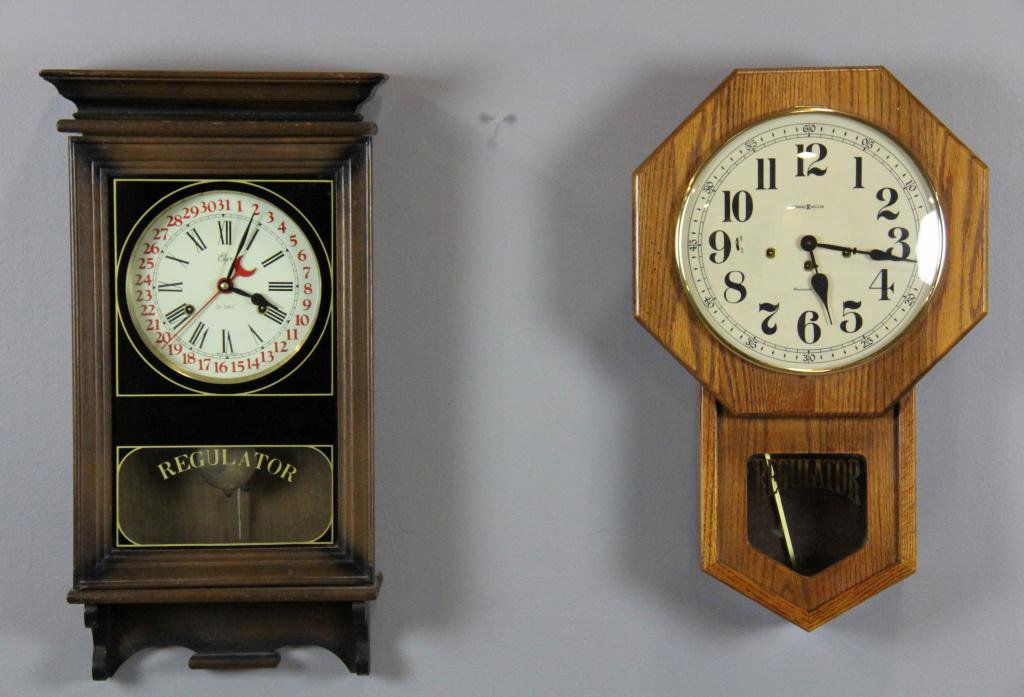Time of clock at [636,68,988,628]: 5:16
